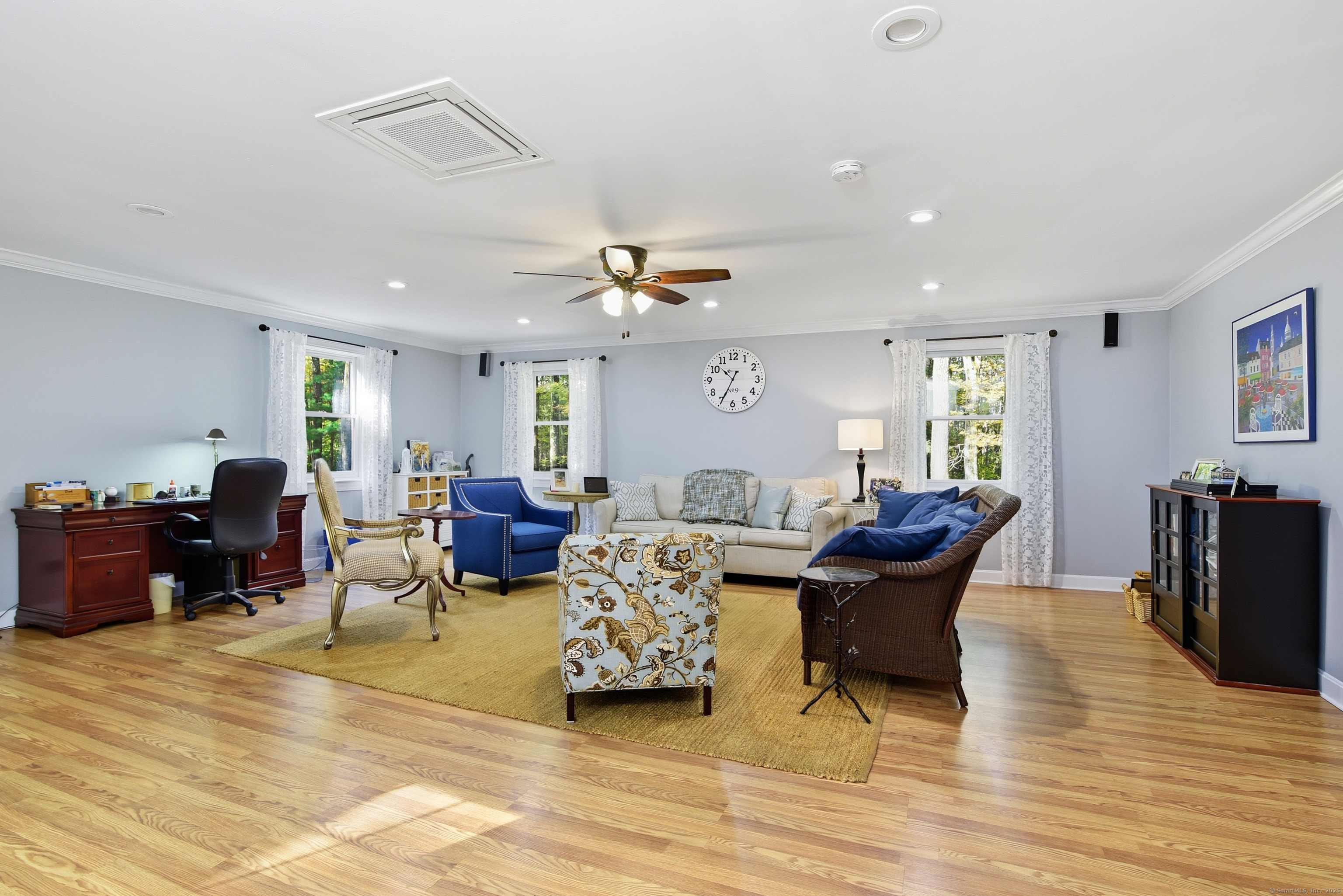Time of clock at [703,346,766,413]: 10:34
